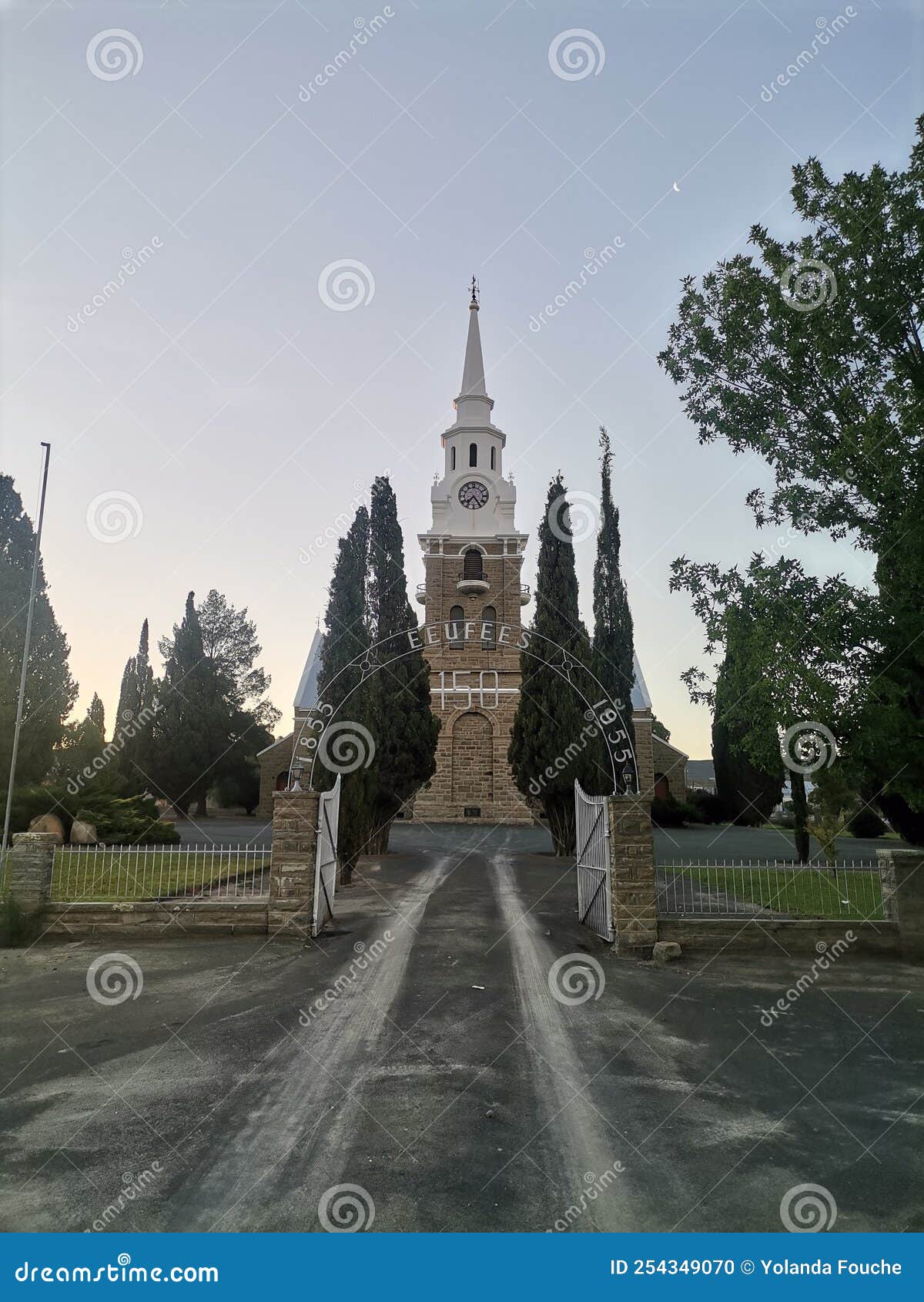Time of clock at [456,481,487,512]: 7:24
